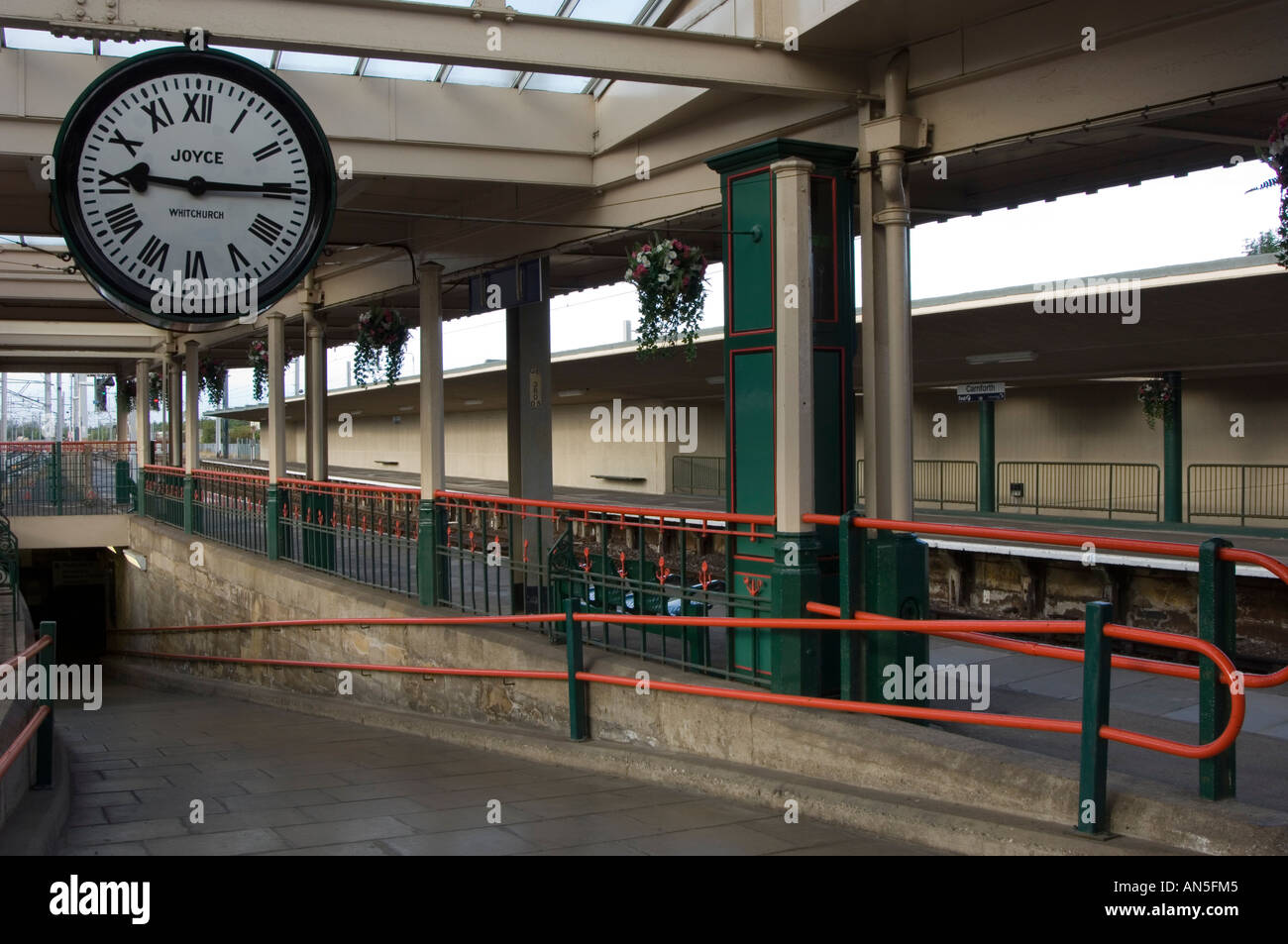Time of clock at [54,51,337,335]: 9:14
